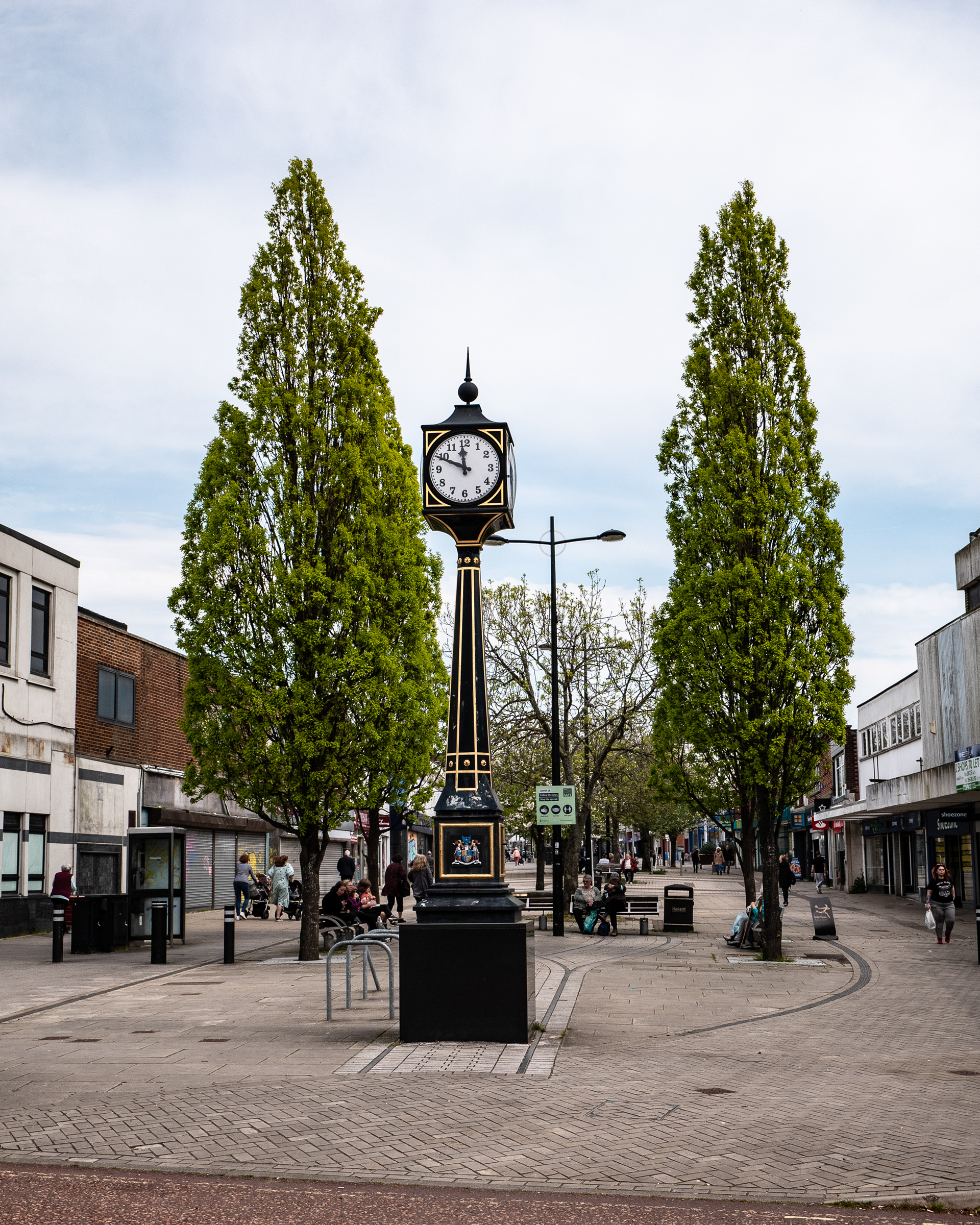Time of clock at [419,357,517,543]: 11:48
